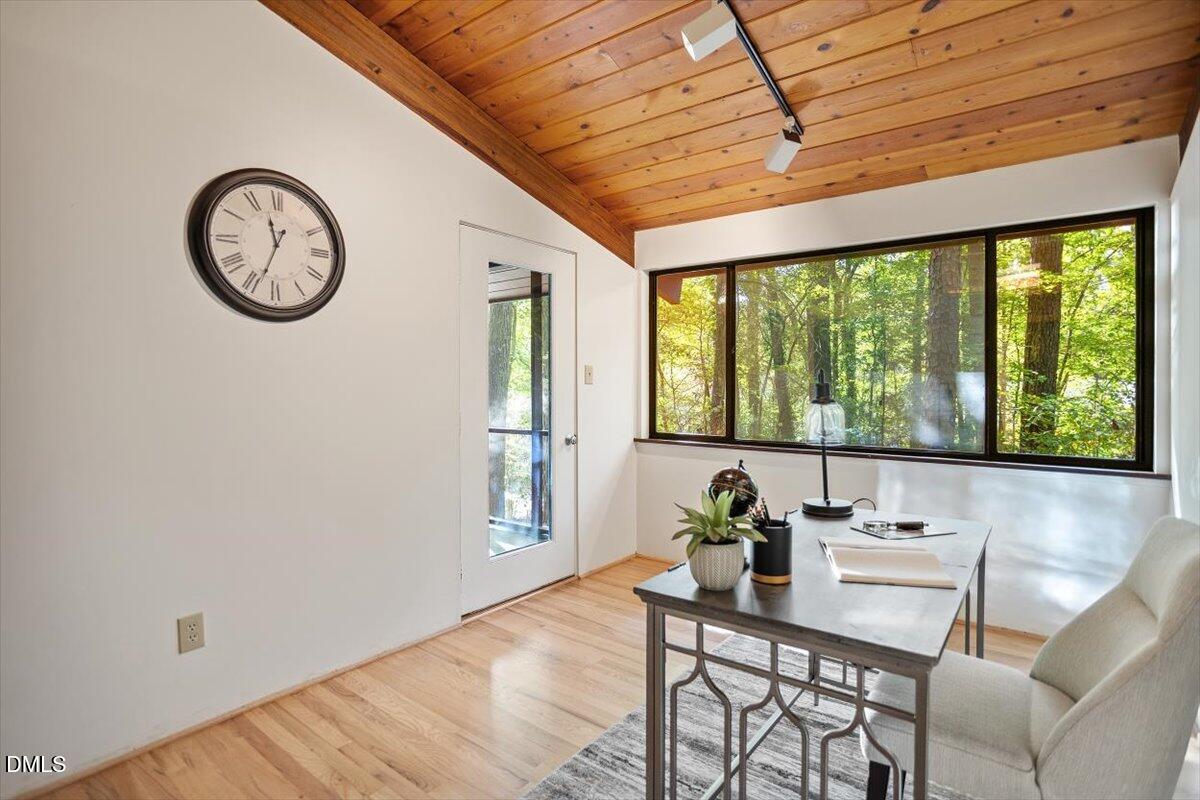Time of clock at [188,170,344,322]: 11:33
